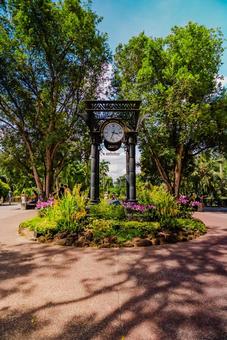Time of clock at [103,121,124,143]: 3:33
